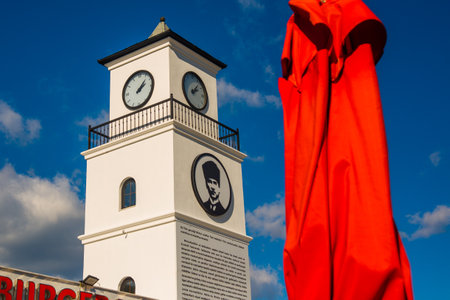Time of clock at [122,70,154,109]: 2:06
